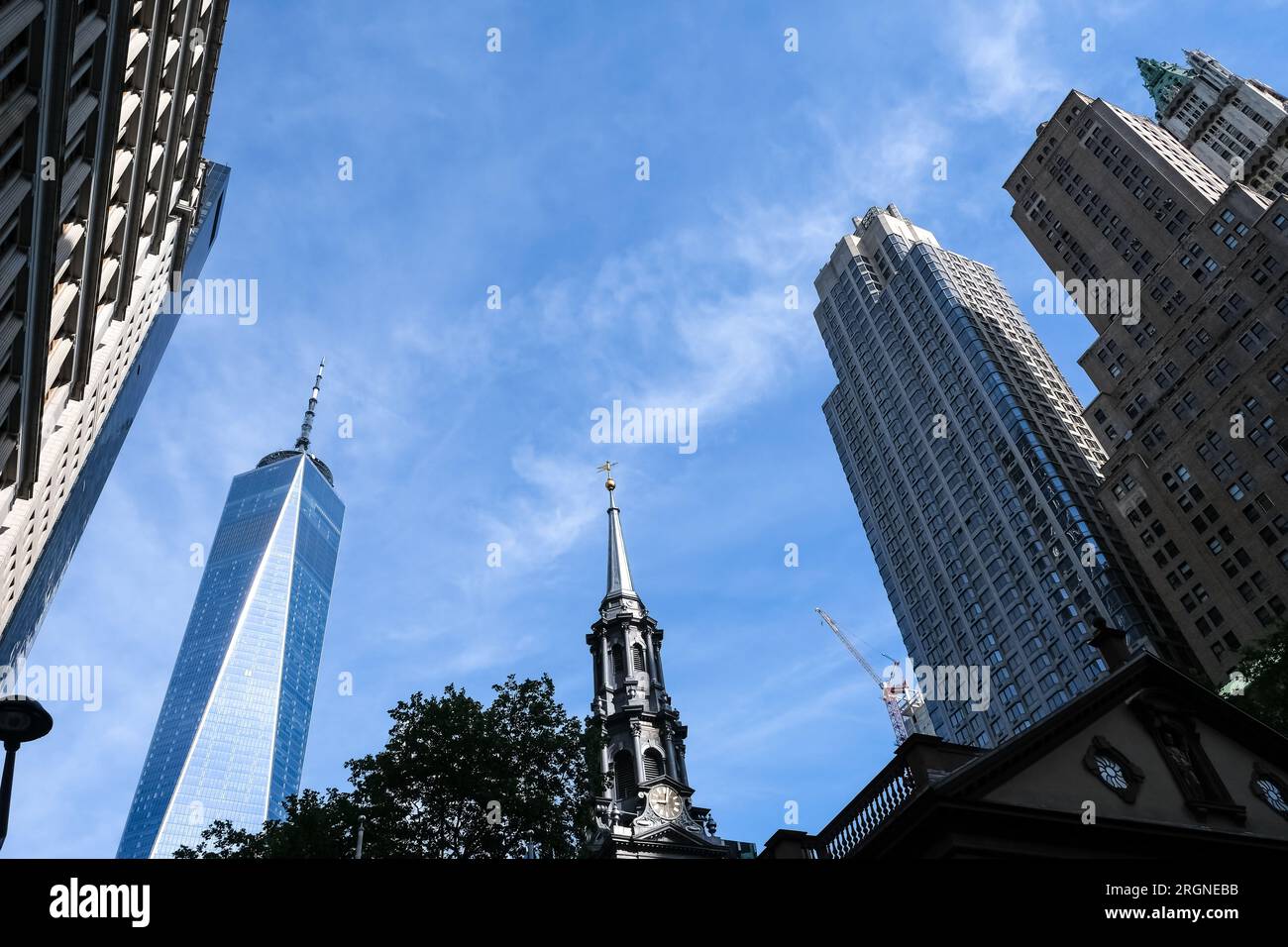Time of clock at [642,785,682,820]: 9:01
